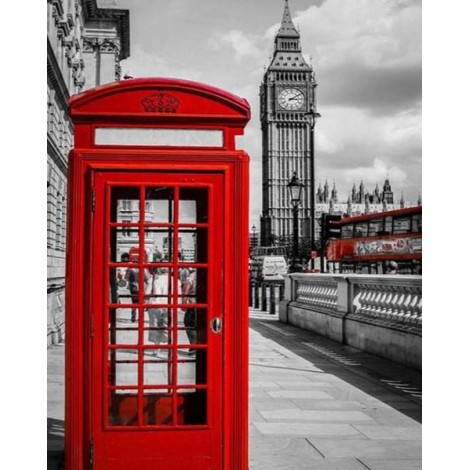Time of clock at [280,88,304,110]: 3:09
